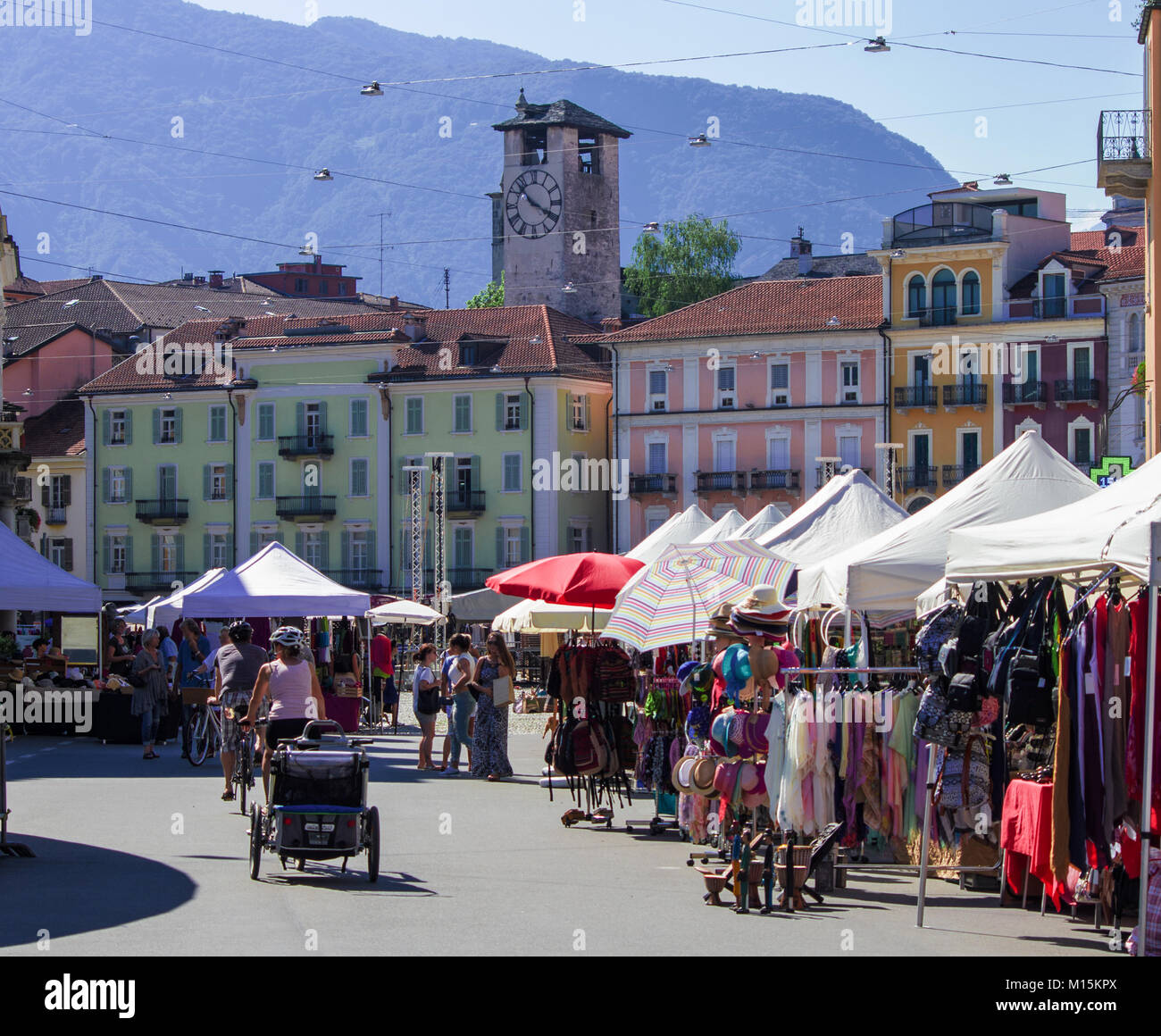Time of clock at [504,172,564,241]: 3:52
